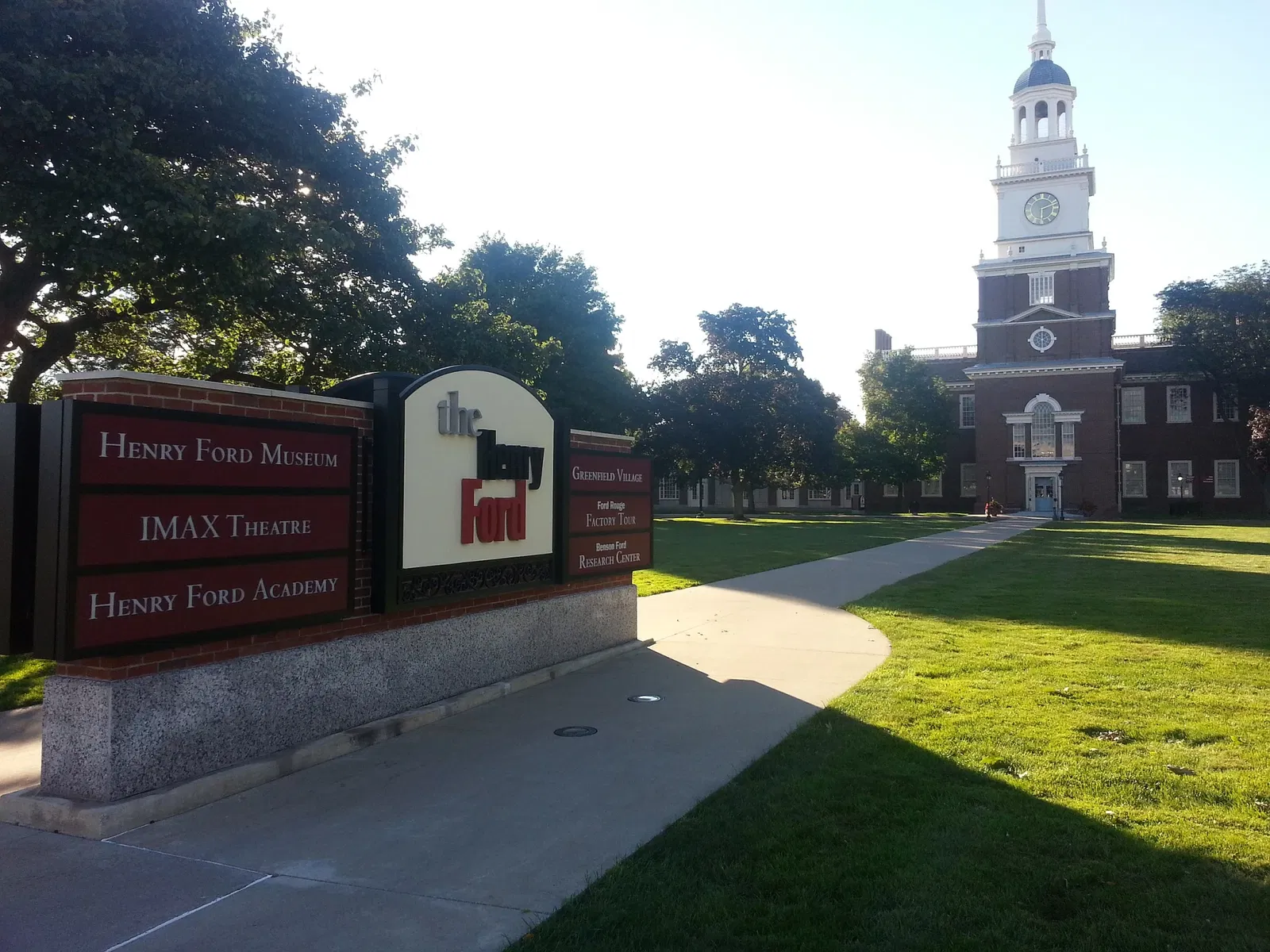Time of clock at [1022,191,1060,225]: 6:11
